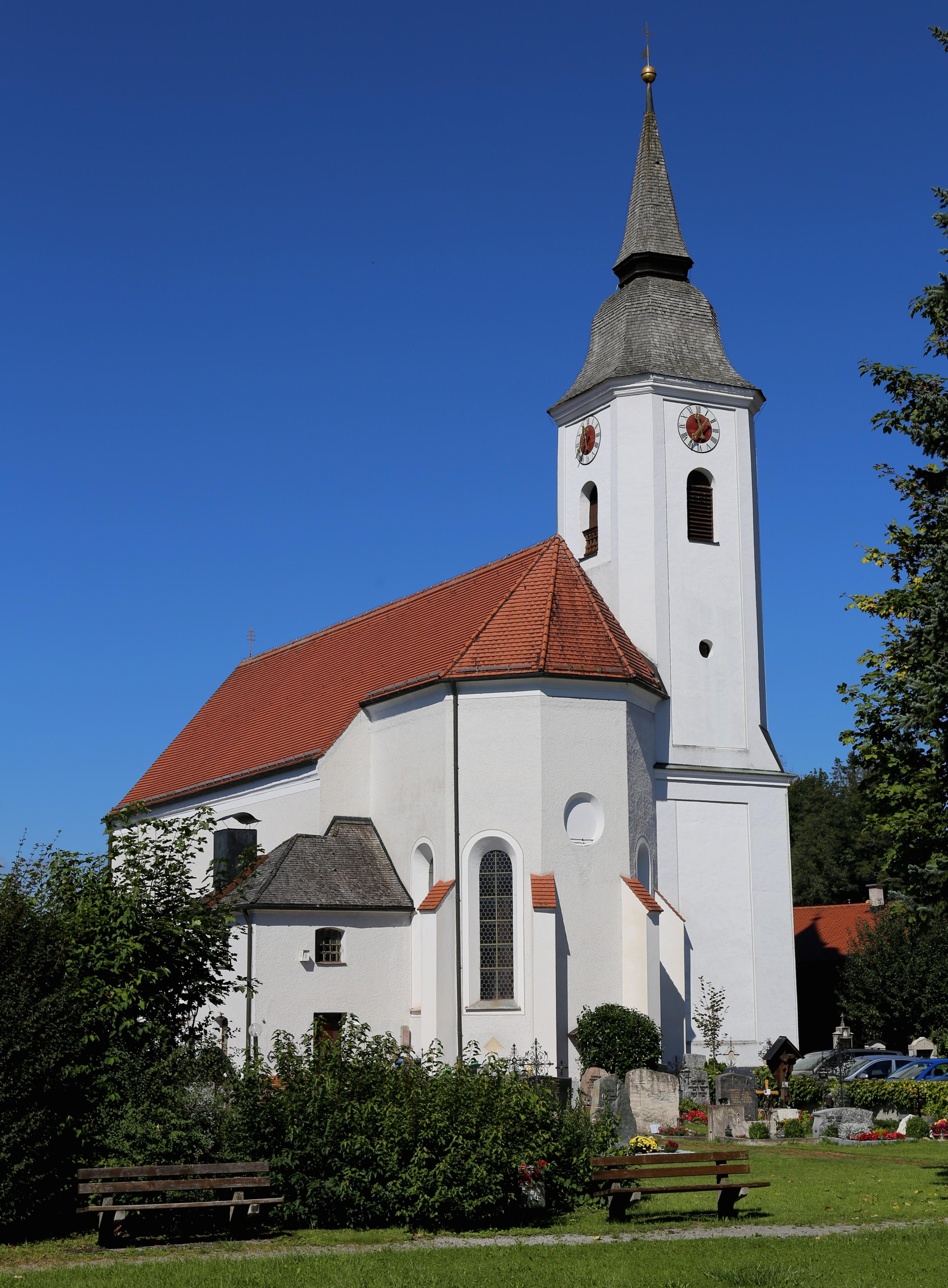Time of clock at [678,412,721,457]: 11:36
